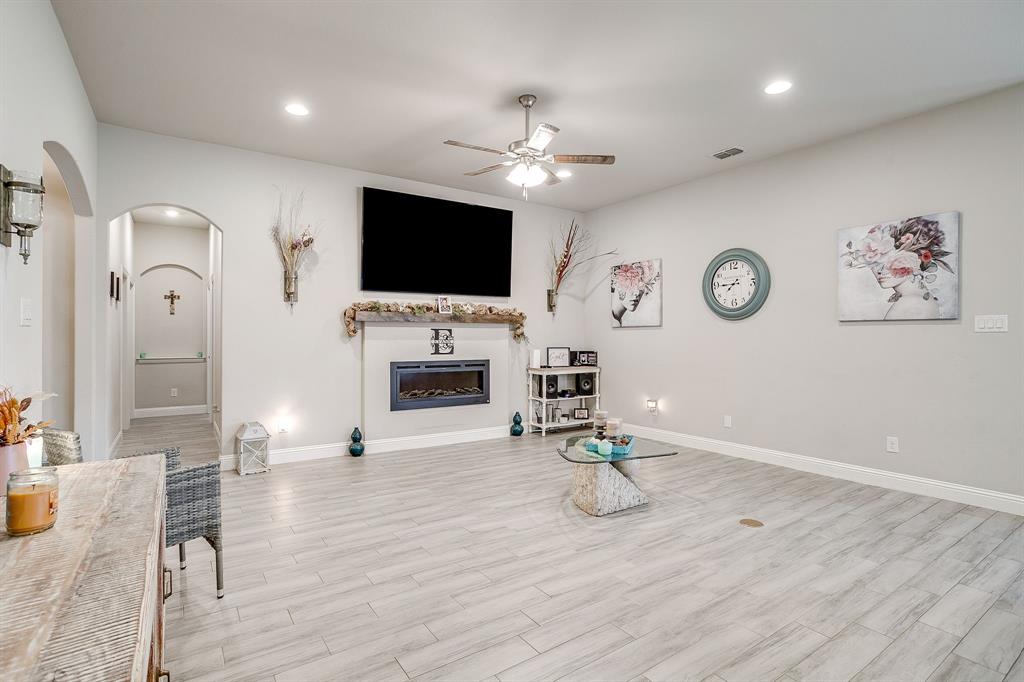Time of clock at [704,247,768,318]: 7:44
